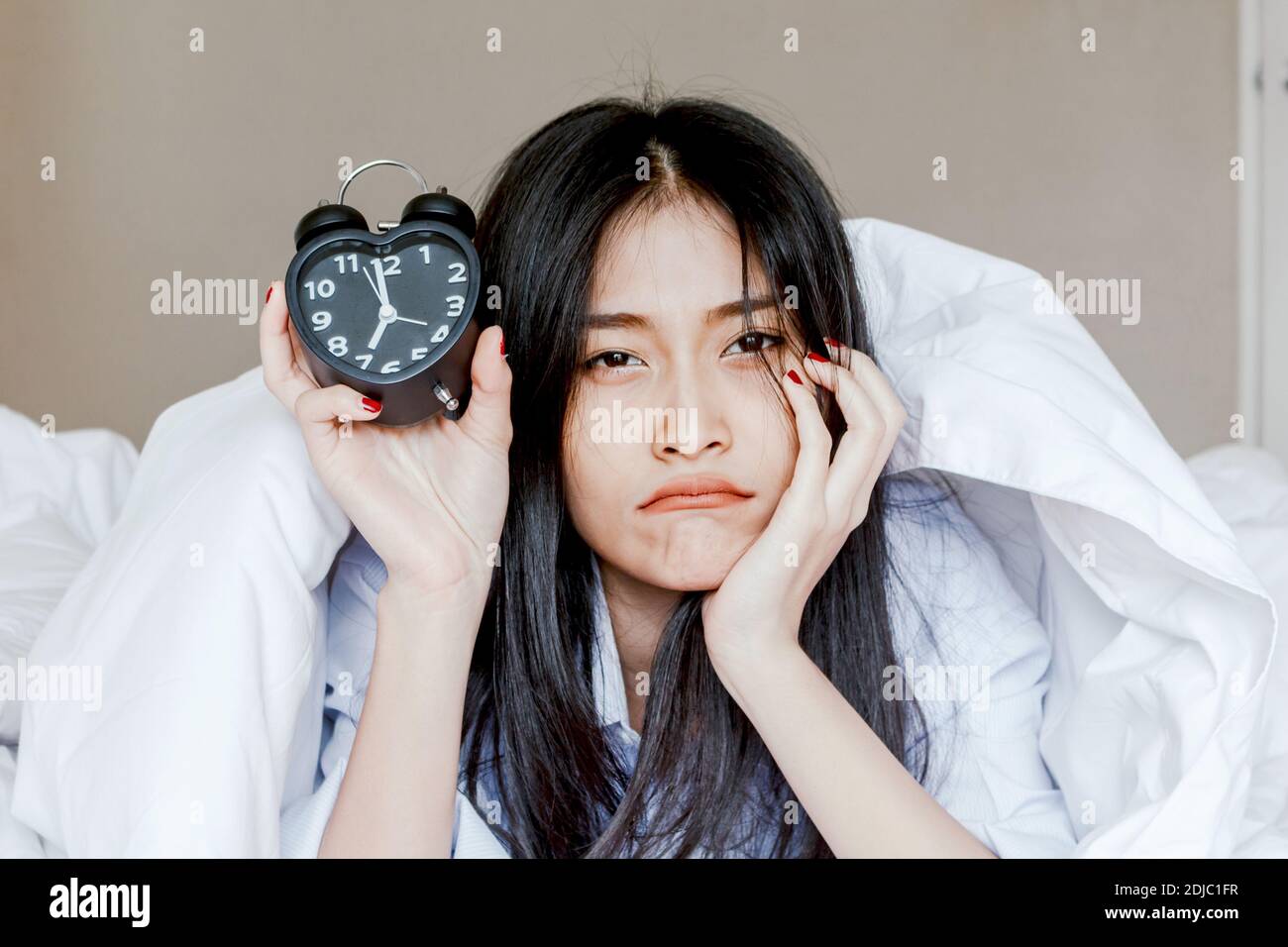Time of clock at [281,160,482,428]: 6:58
